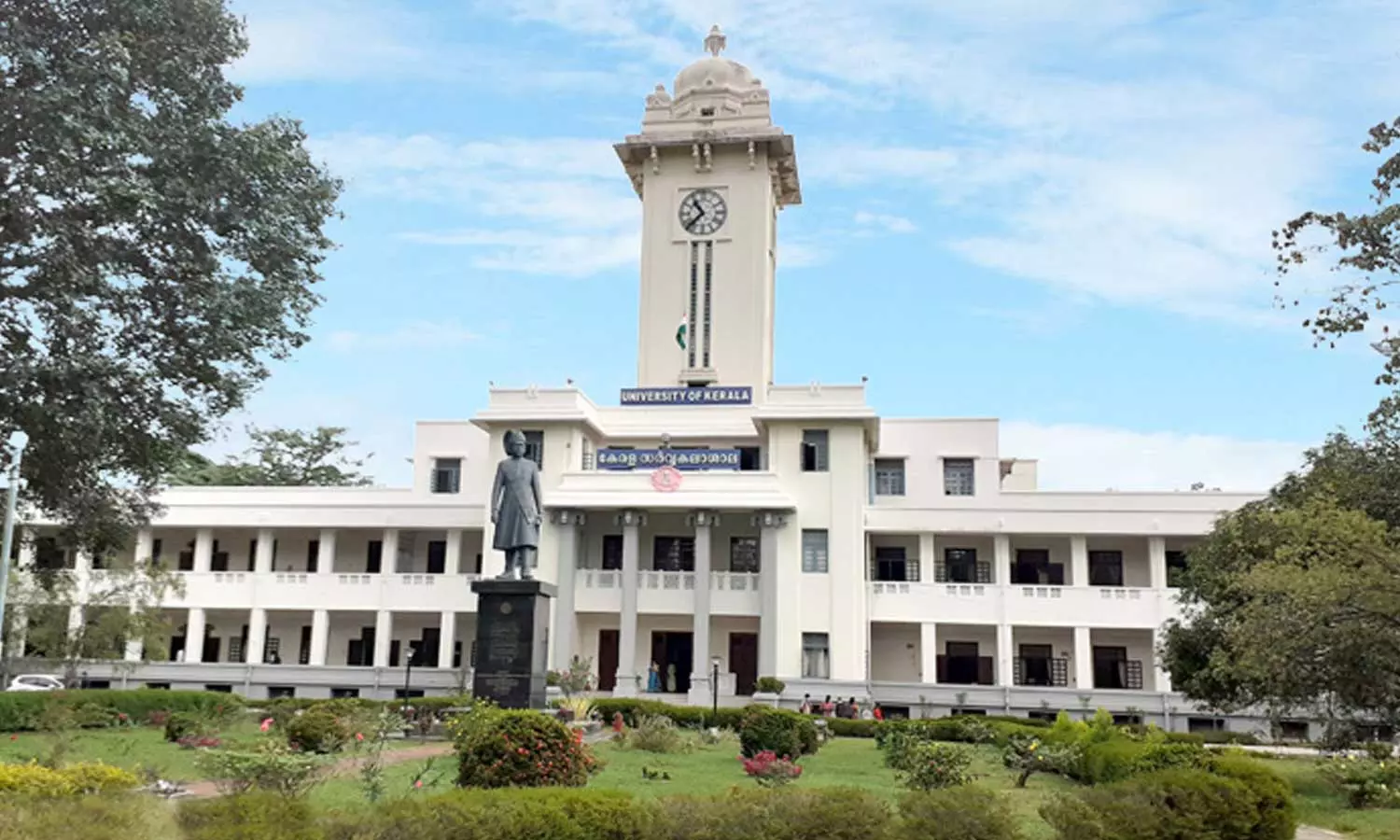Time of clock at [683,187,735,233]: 10:37
